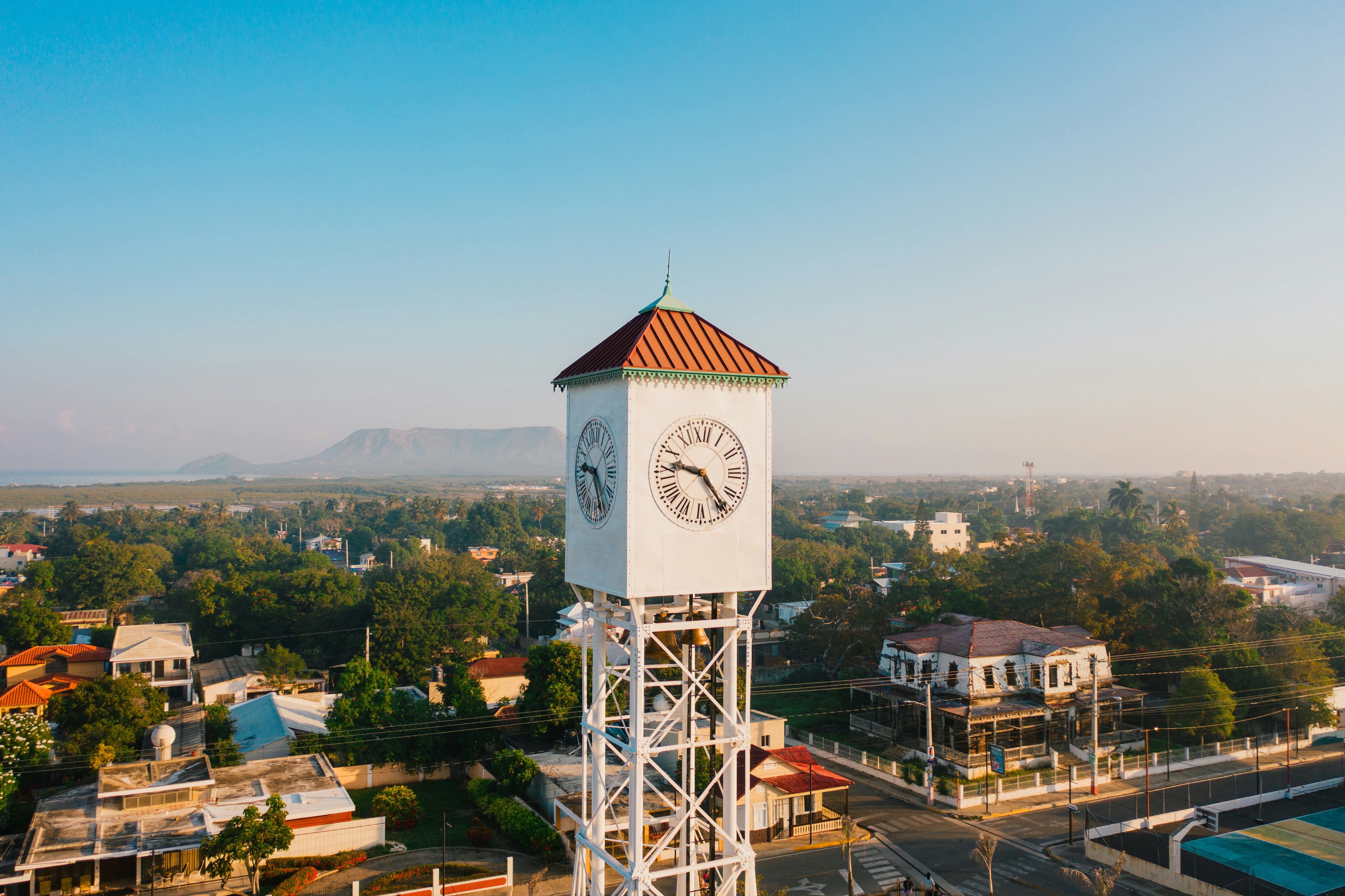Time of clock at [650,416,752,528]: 9:23
